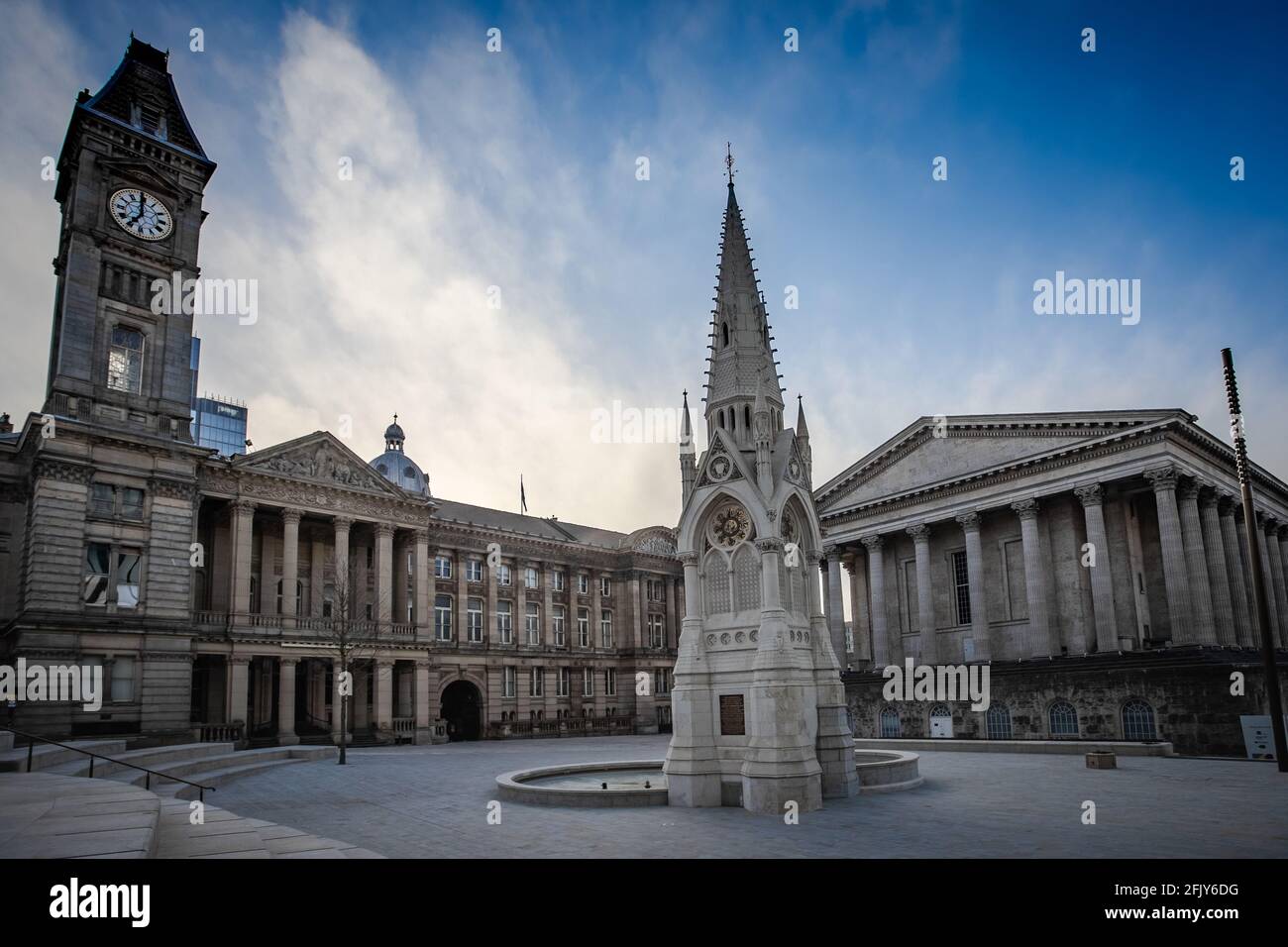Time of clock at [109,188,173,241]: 6:59
